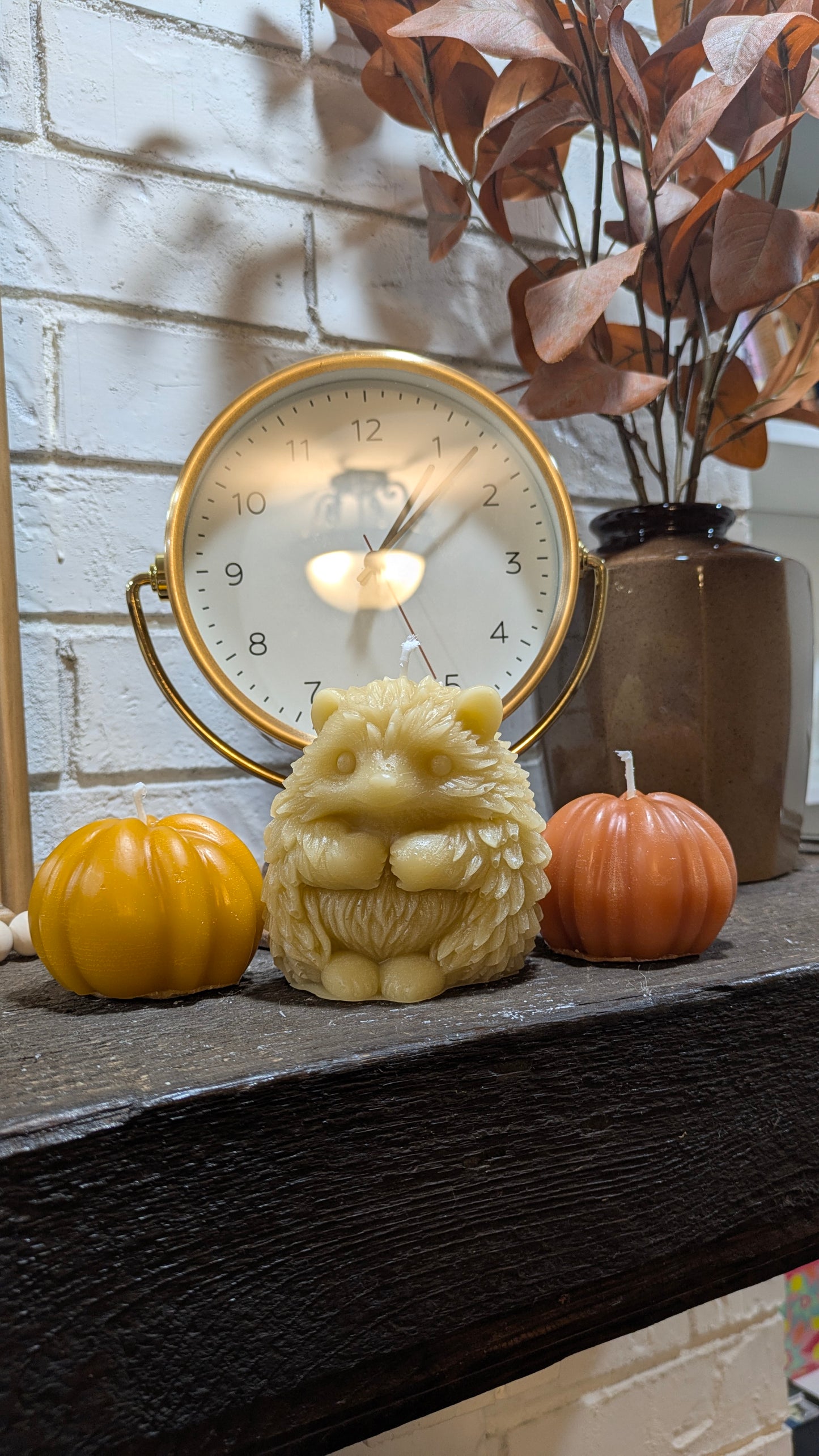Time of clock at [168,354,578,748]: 1:07
